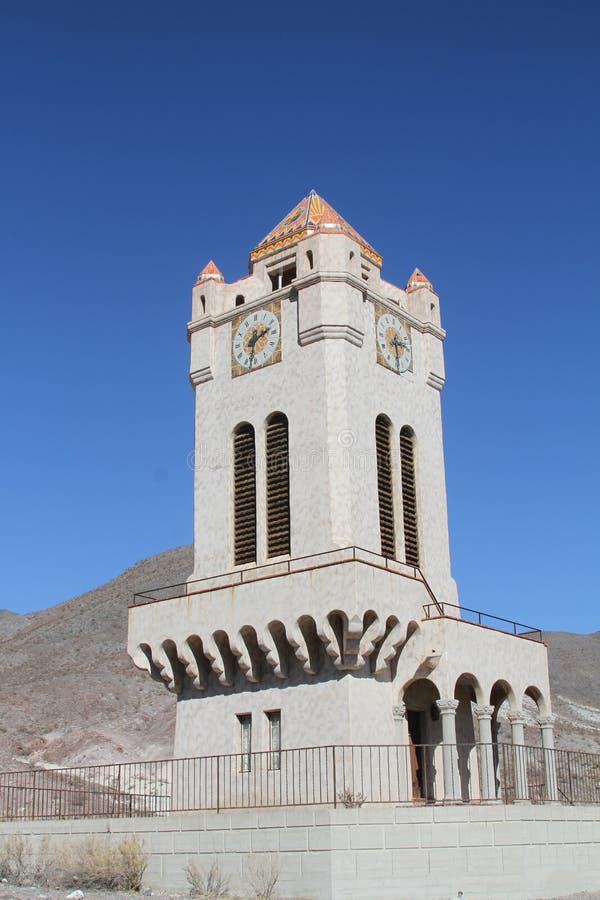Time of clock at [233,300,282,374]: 2:32
